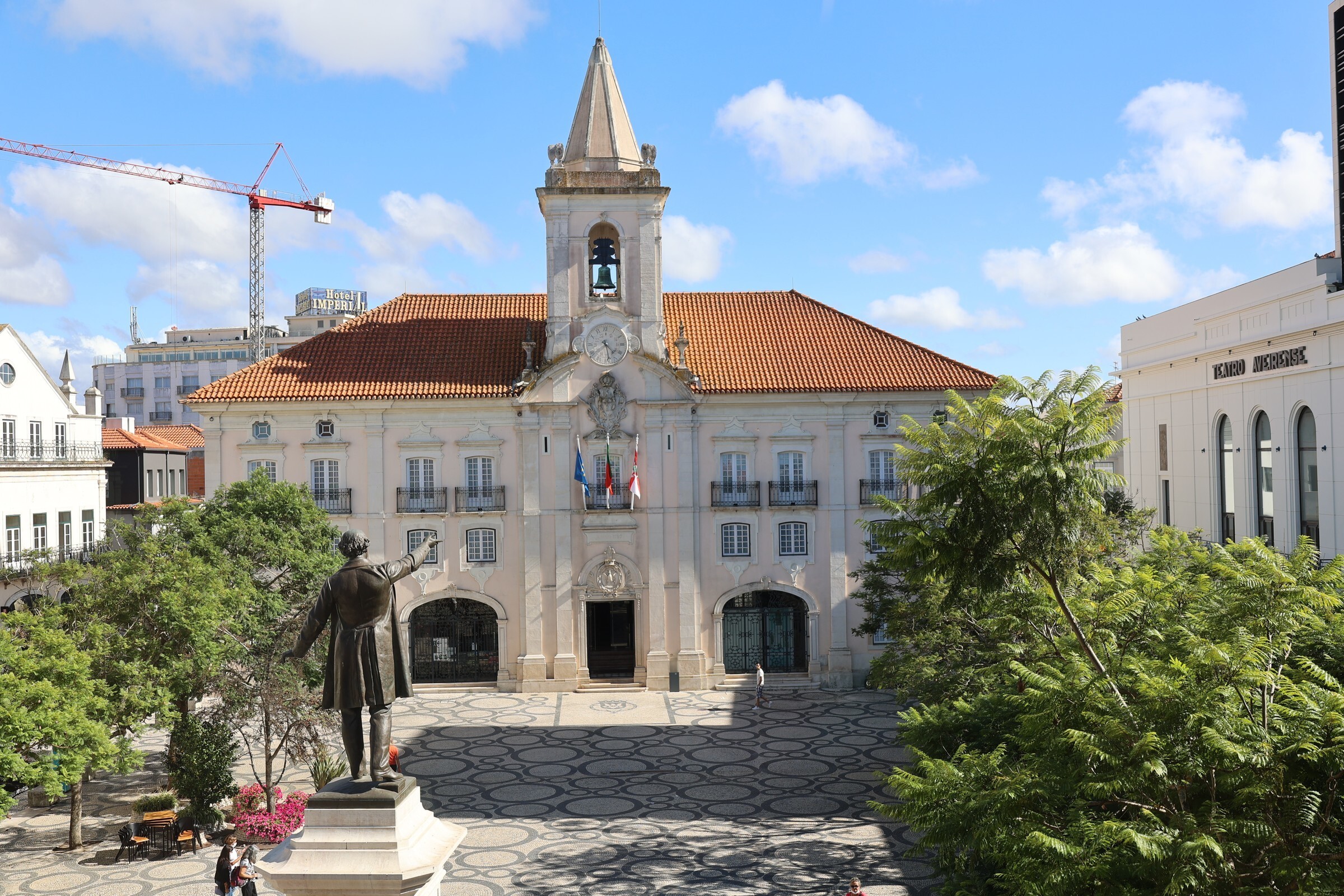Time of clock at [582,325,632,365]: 4:28
